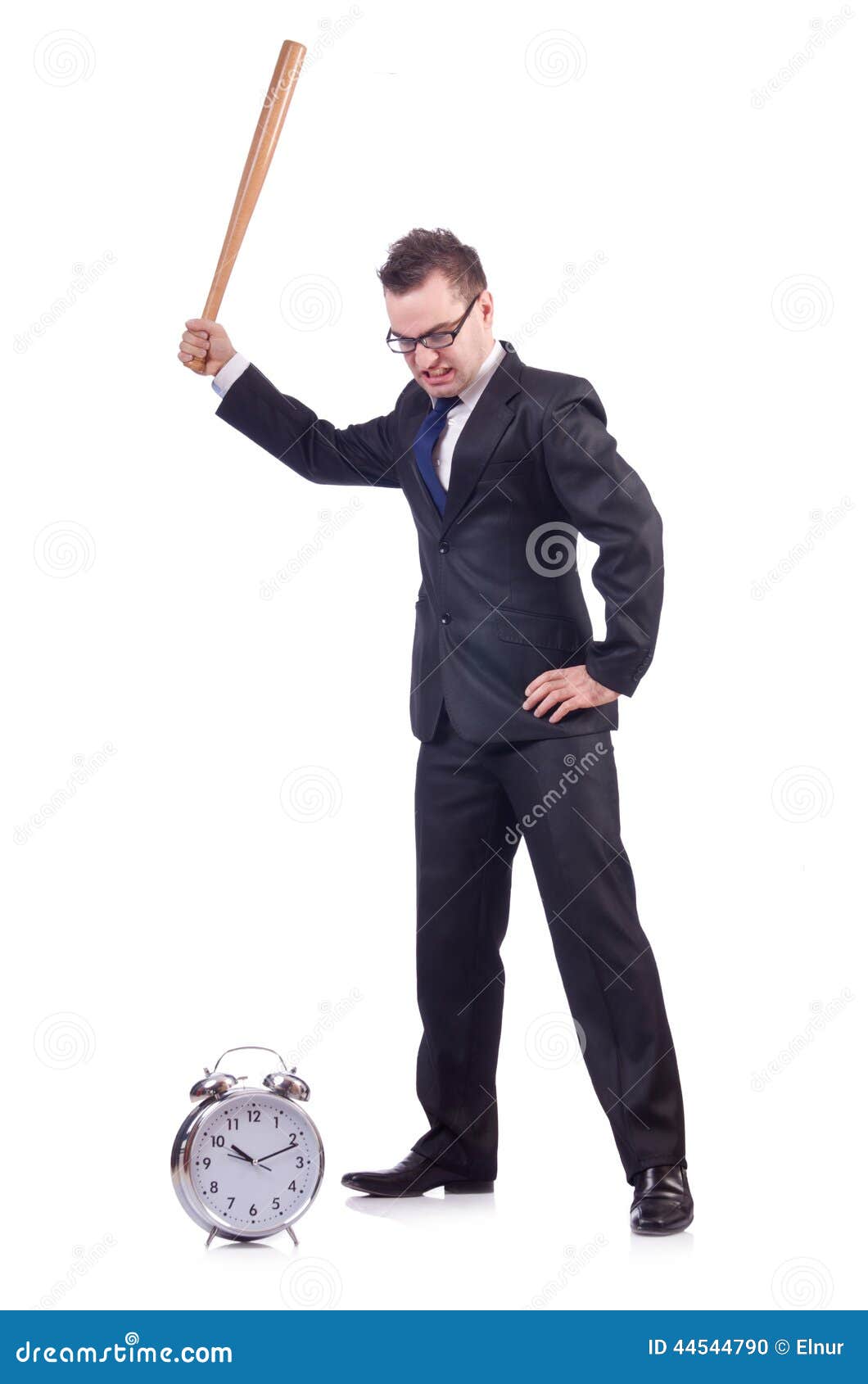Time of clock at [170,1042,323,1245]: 10:11
